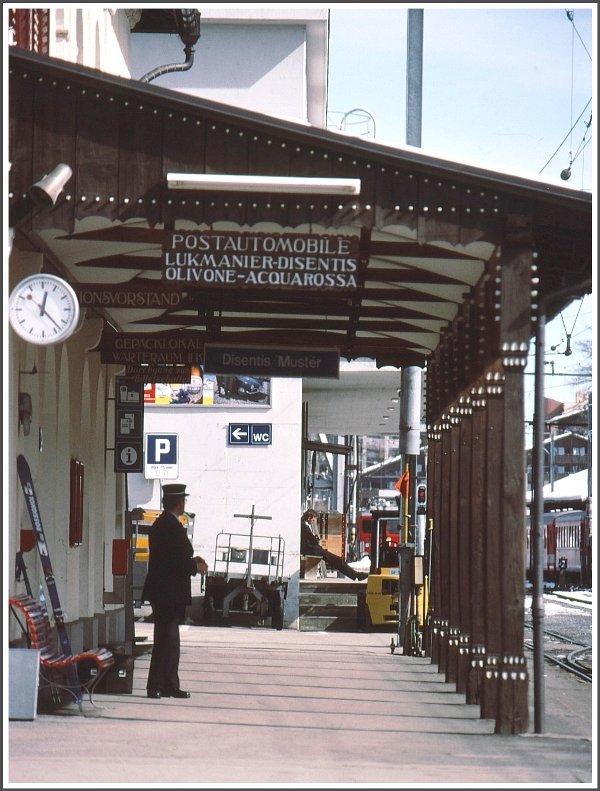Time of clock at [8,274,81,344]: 12:23
